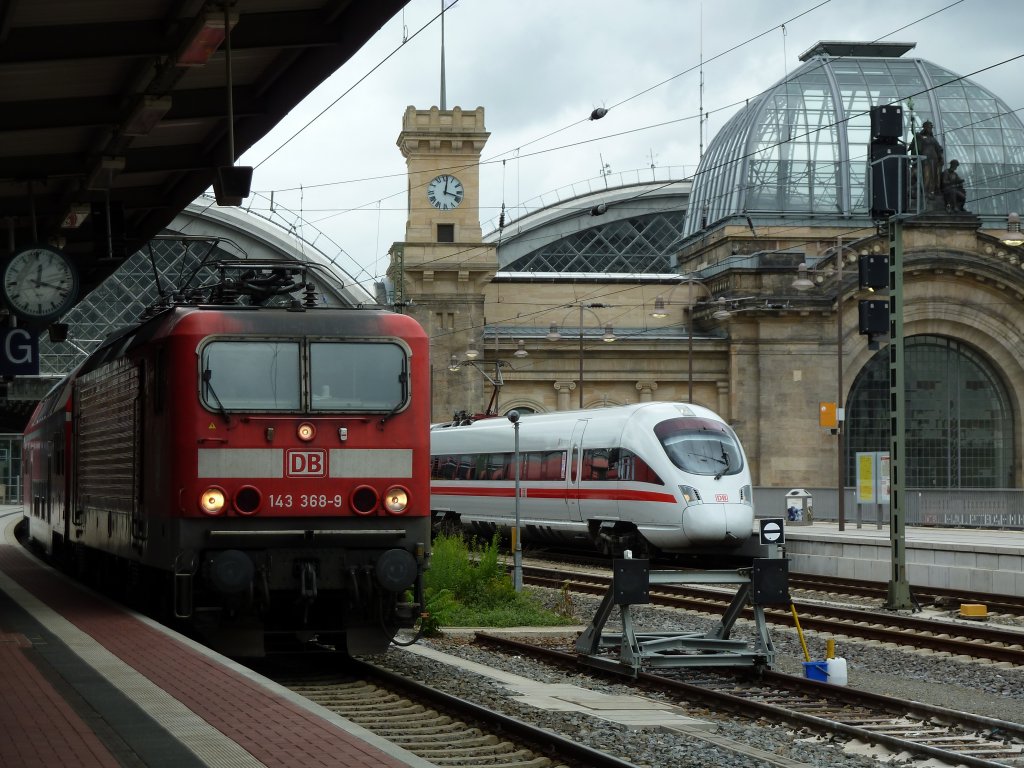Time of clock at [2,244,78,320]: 12:18
